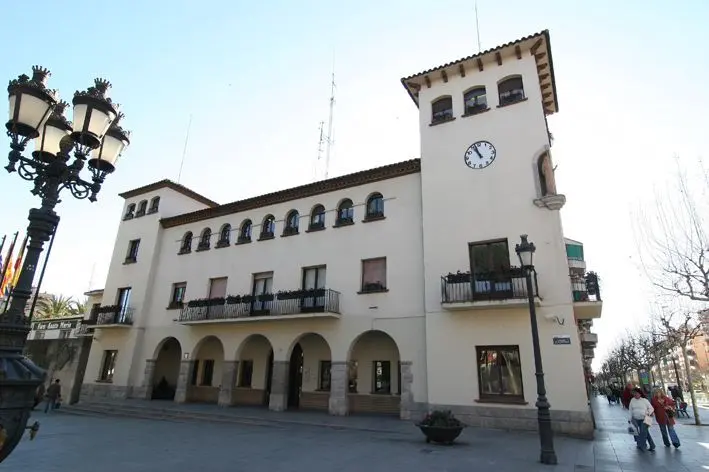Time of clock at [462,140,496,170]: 10:57
